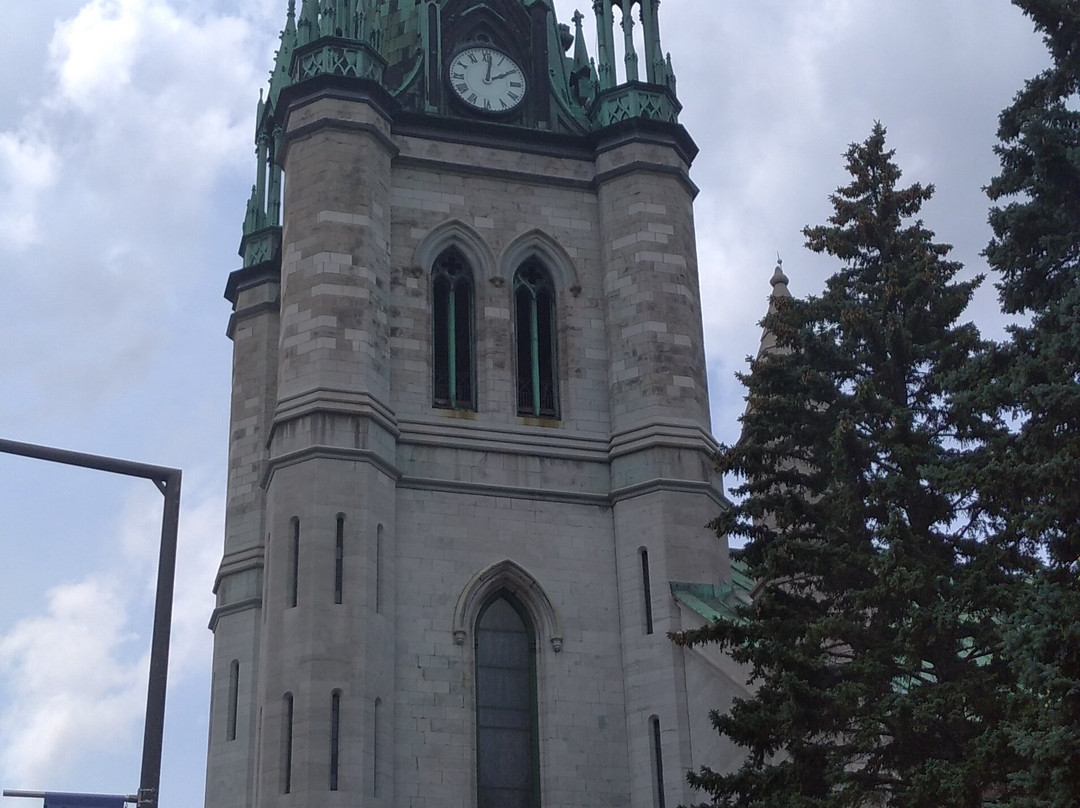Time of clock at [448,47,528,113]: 2:01
